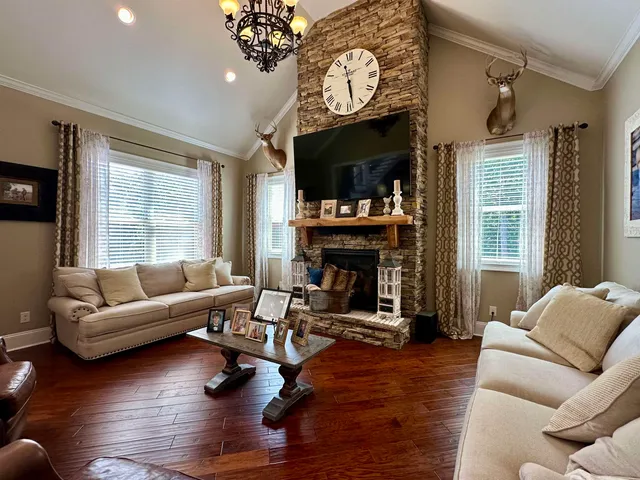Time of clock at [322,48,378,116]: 11:28
